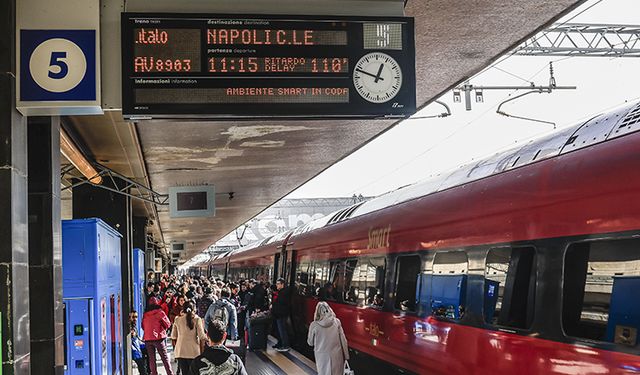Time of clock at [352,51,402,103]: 12:48
